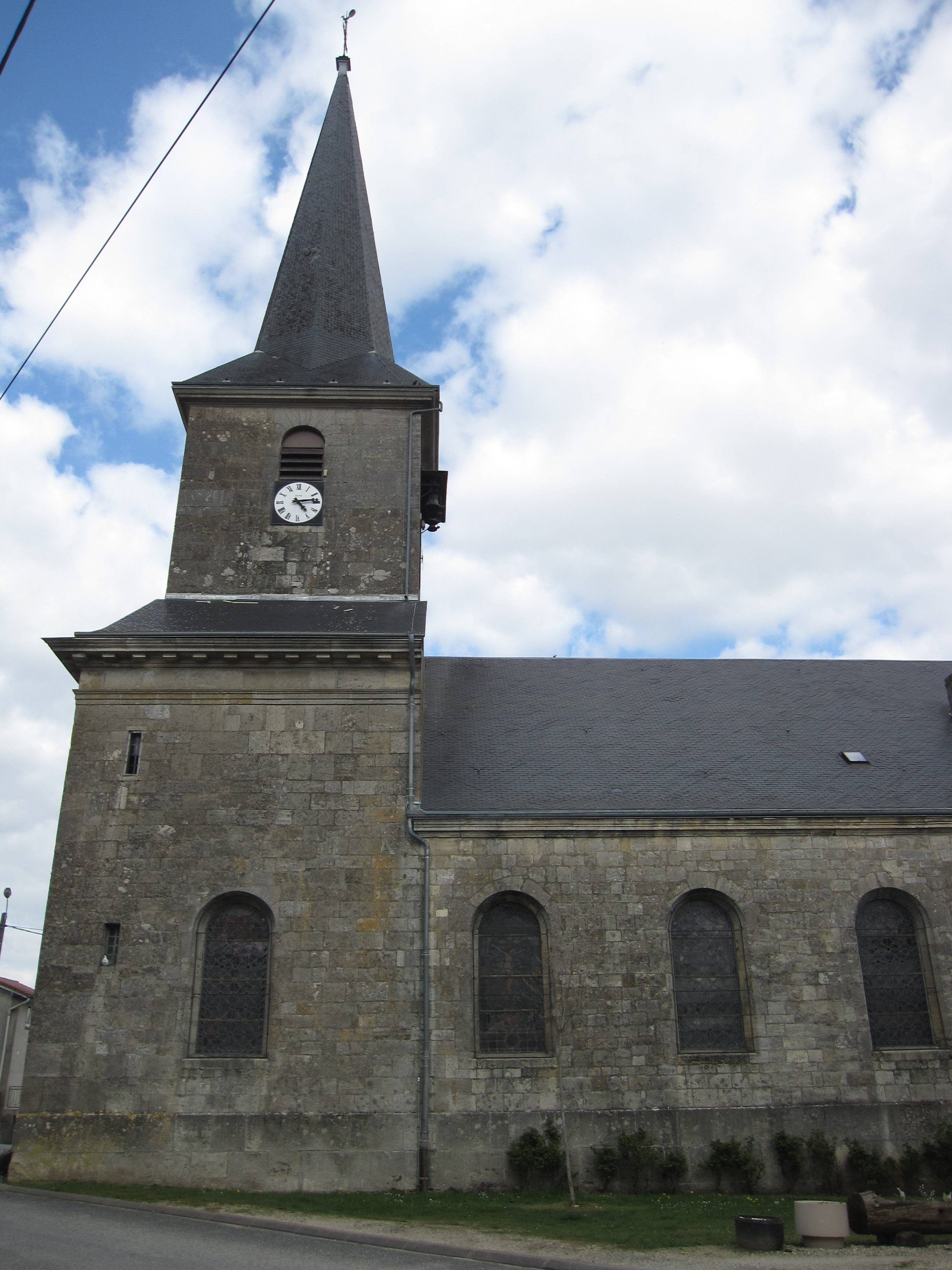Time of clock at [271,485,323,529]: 4:13
